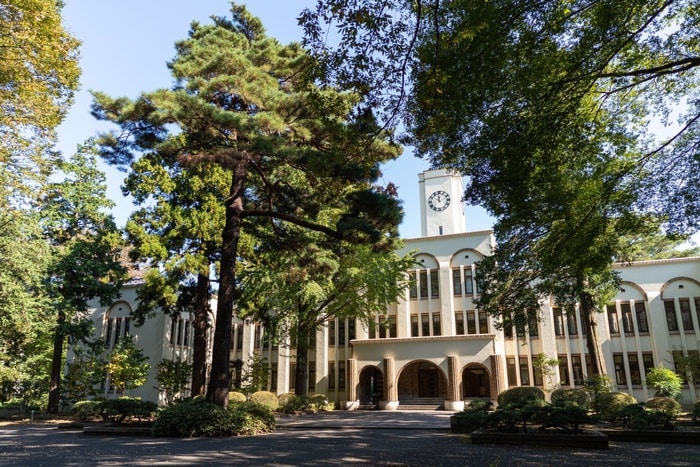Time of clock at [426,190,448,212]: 11:51
